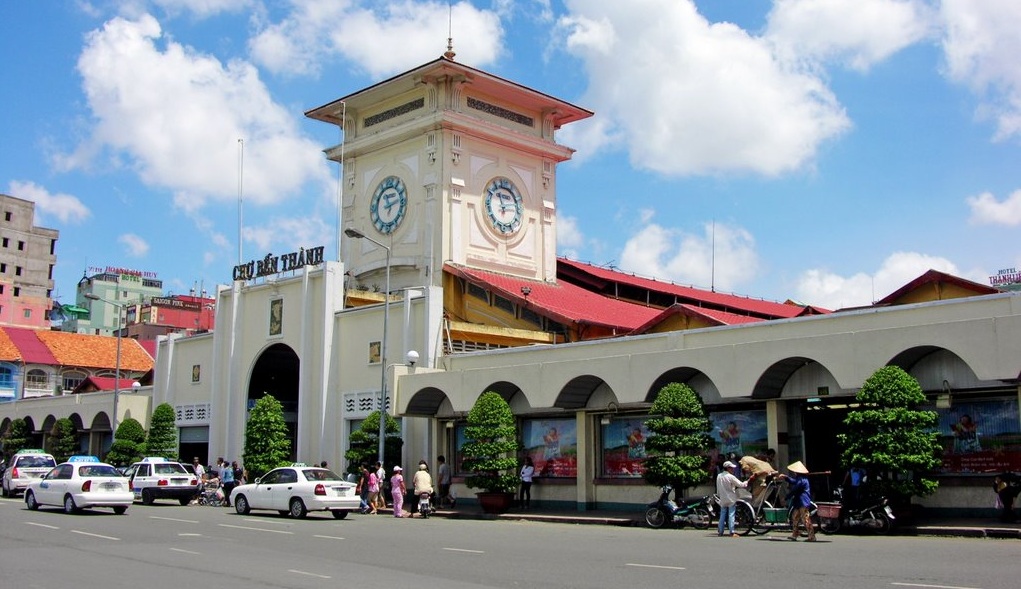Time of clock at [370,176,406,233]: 11:12
